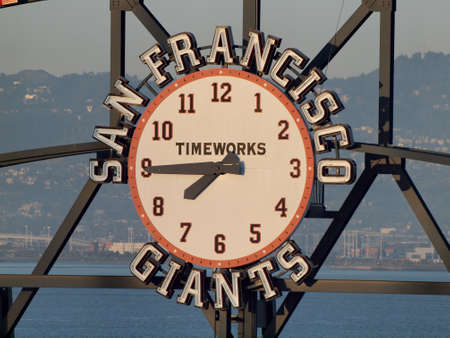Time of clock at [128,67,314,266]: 7:44
